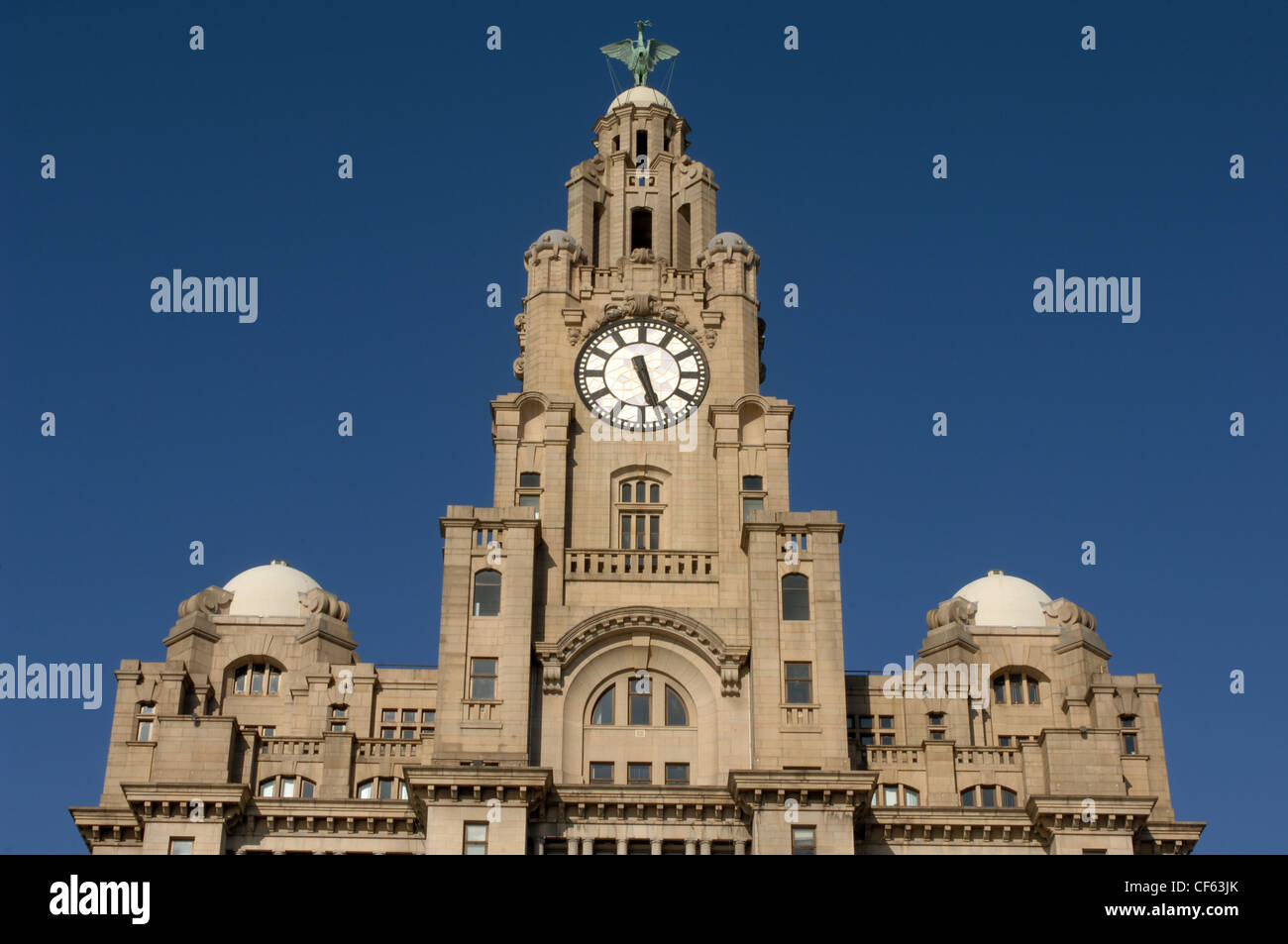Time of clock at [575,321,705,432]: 5:26
